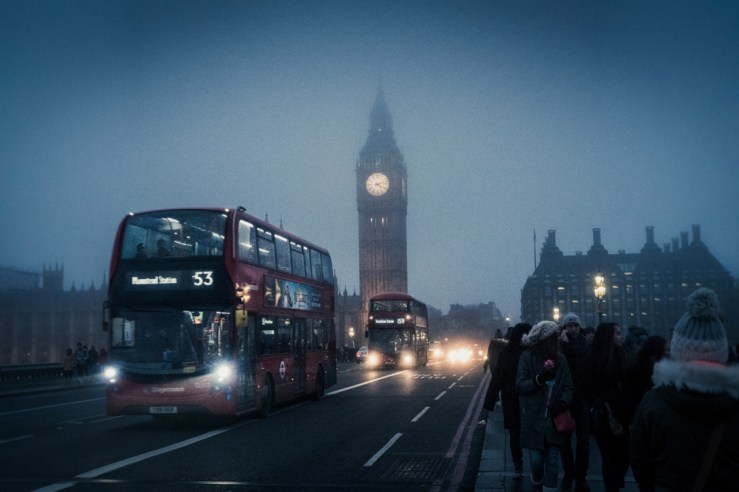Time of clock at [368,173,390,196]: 4:12
